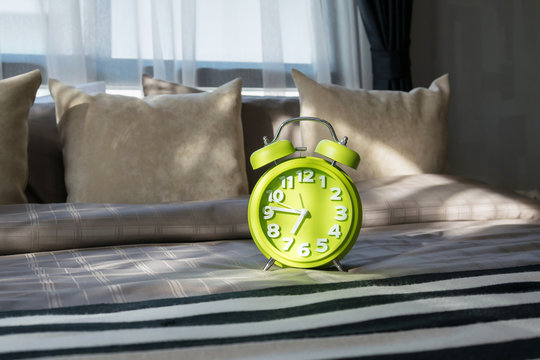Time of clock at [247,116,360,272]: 6:46
